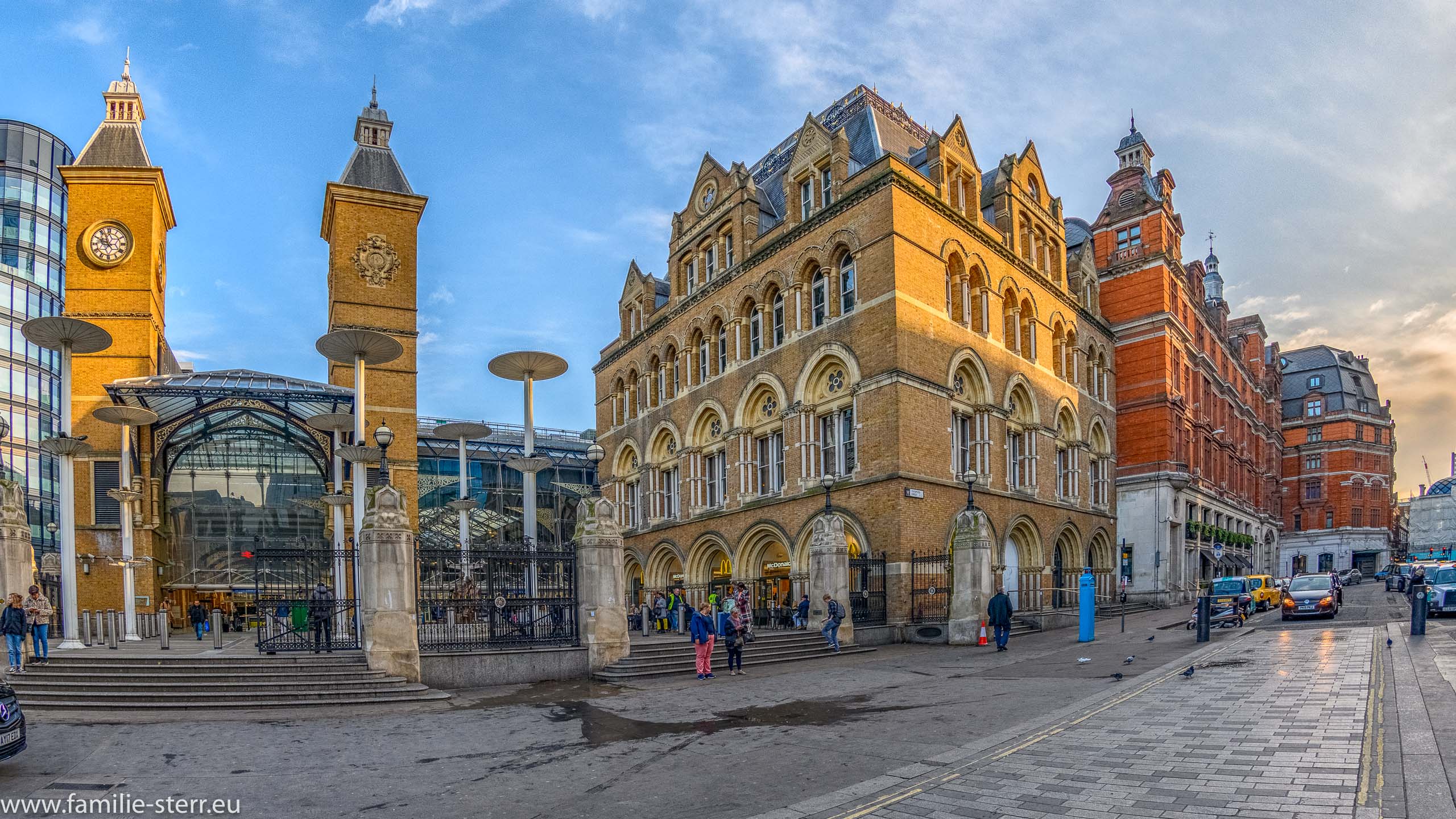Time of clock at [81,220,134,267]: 9:56
